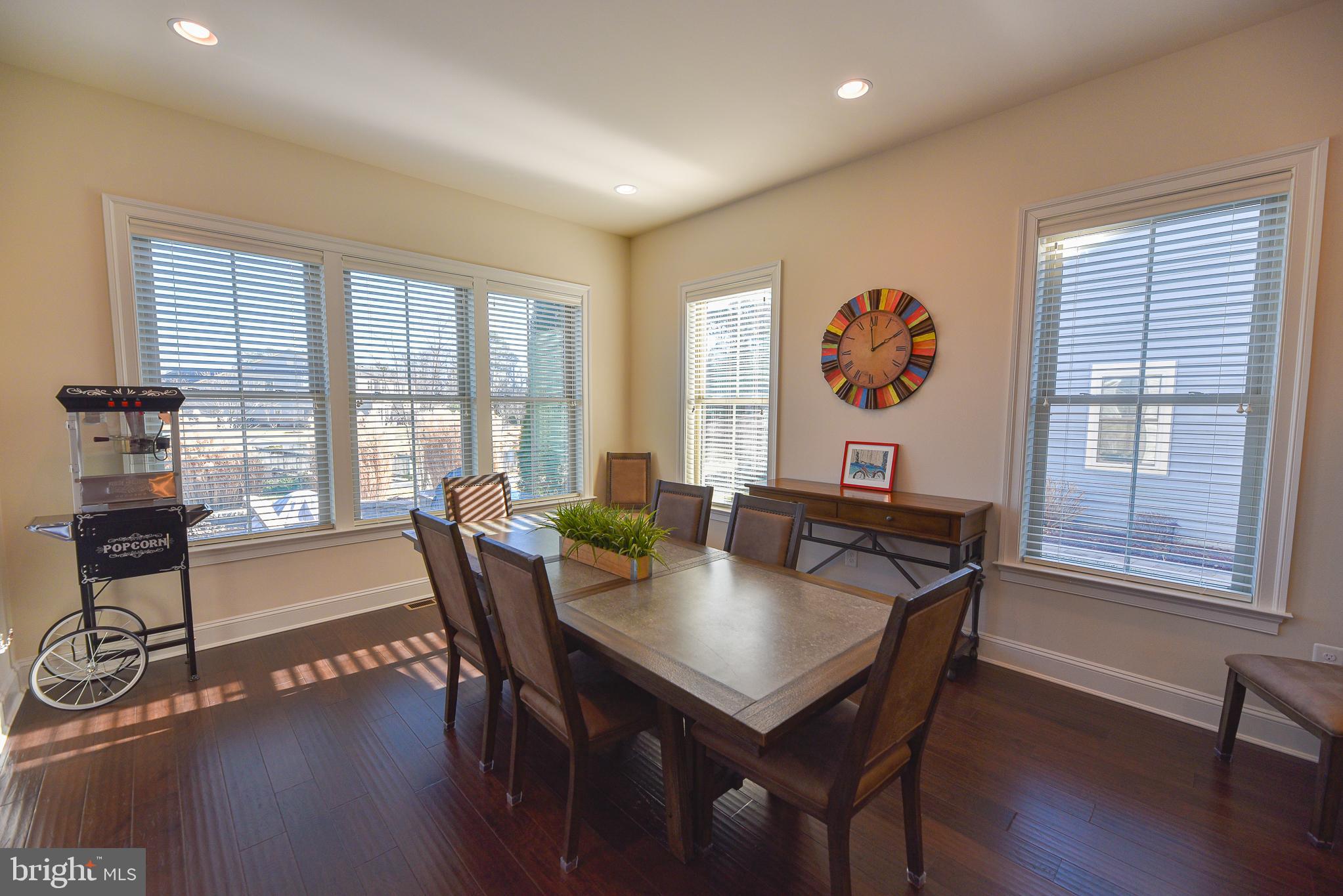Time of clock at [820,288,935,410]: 1:59
